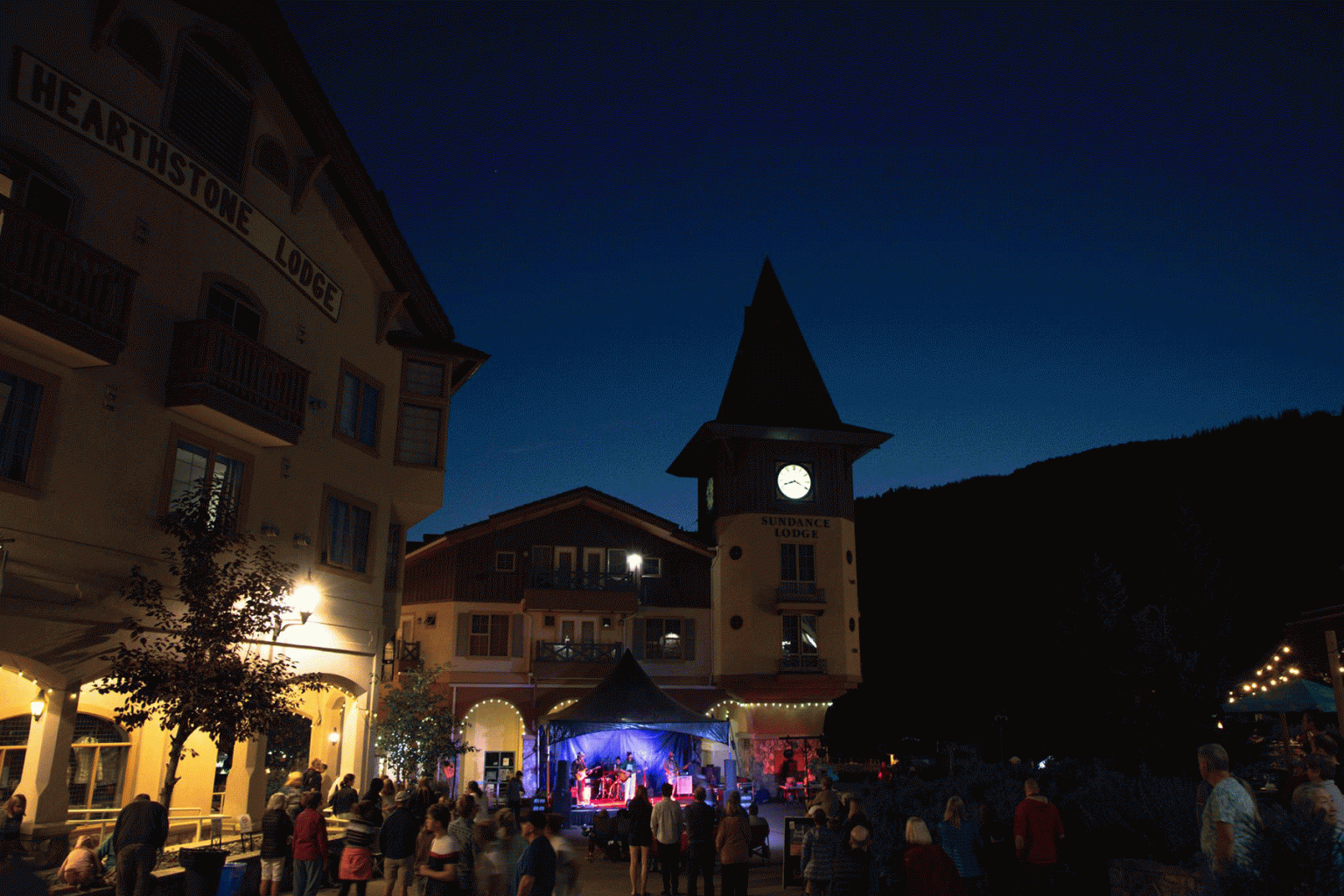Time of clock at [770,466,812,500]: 8:19
